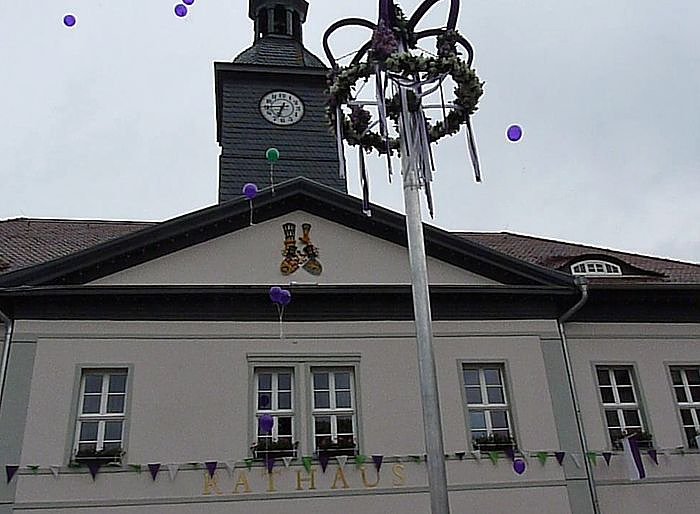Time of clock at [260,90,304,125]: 6:44
